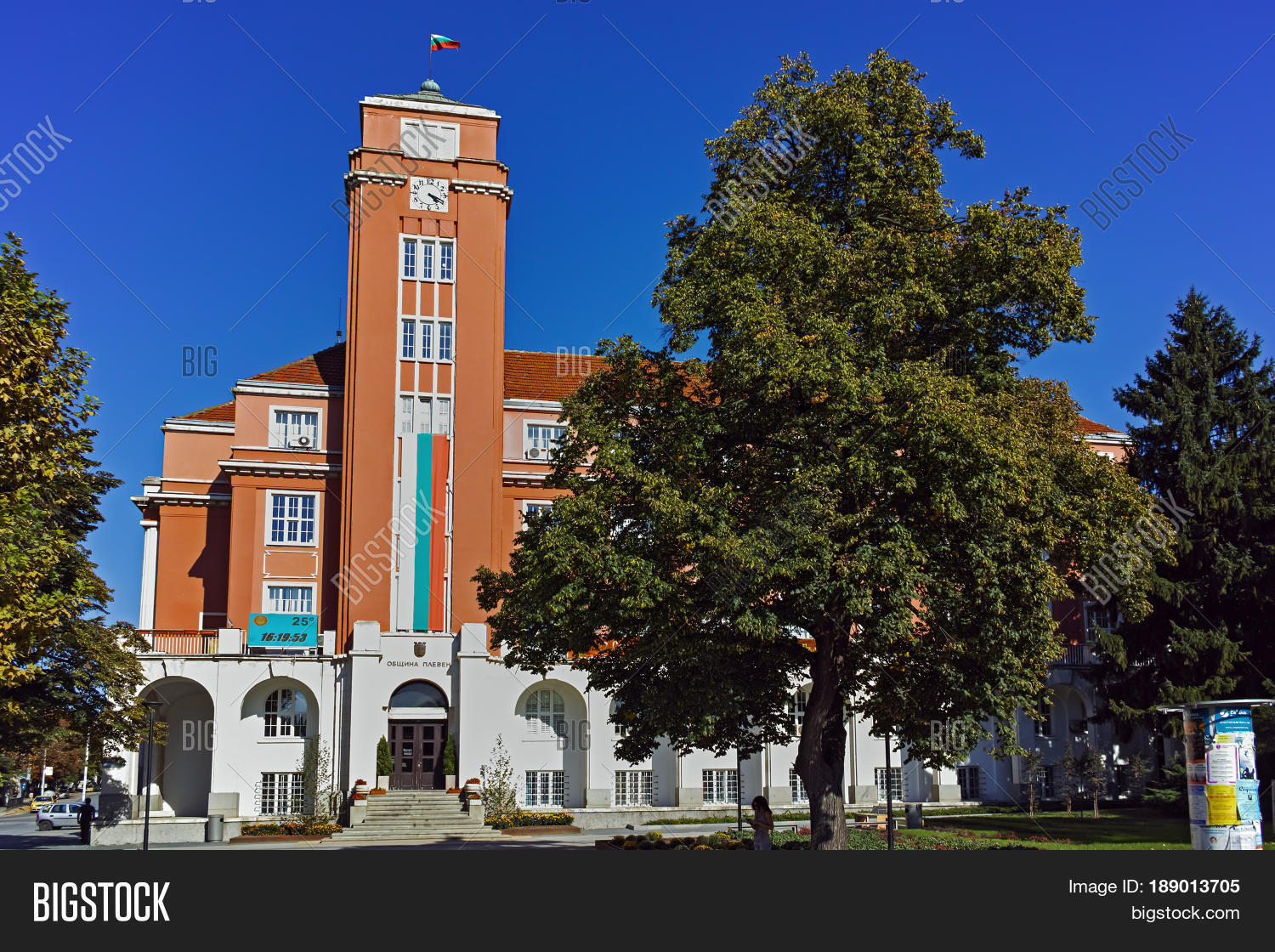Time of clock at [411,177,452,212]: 4:19
